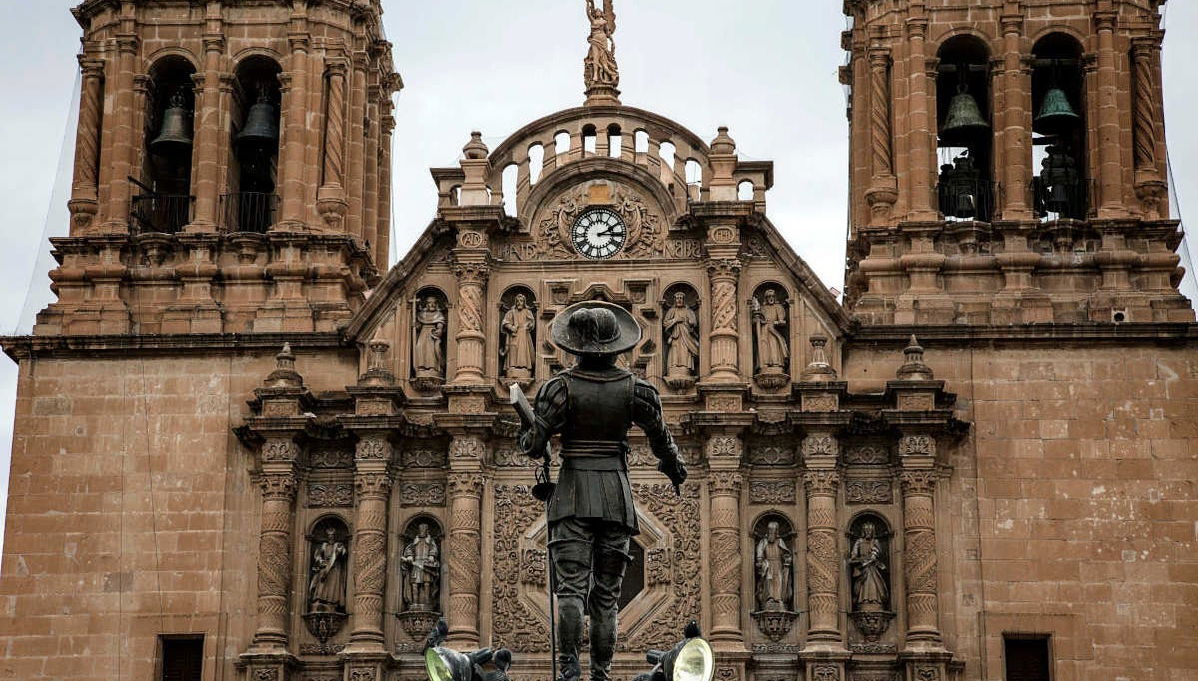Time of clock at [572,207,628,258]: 2:15
